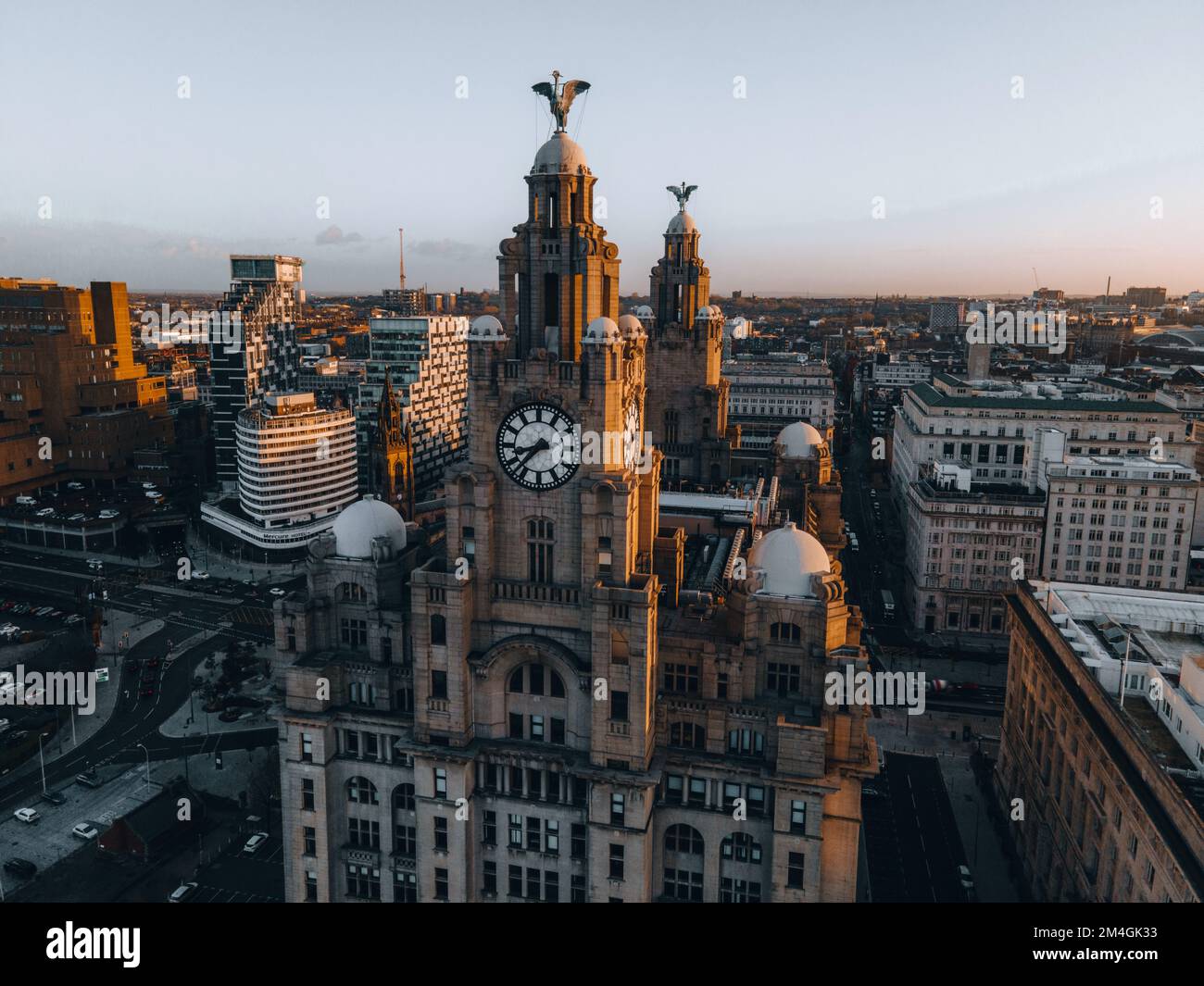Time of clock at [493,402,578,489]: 8:37
